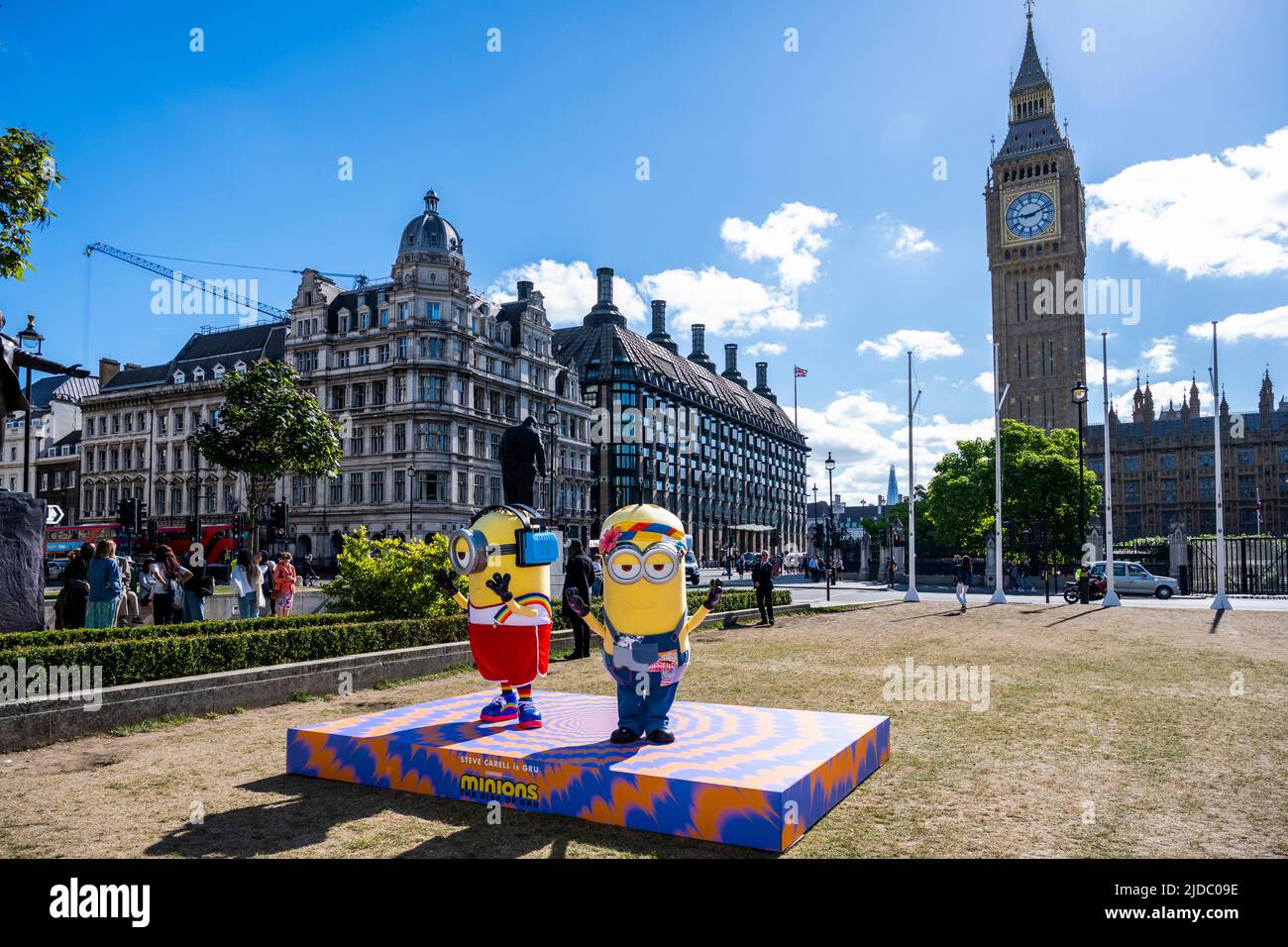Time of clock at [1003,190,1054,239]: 9:11
